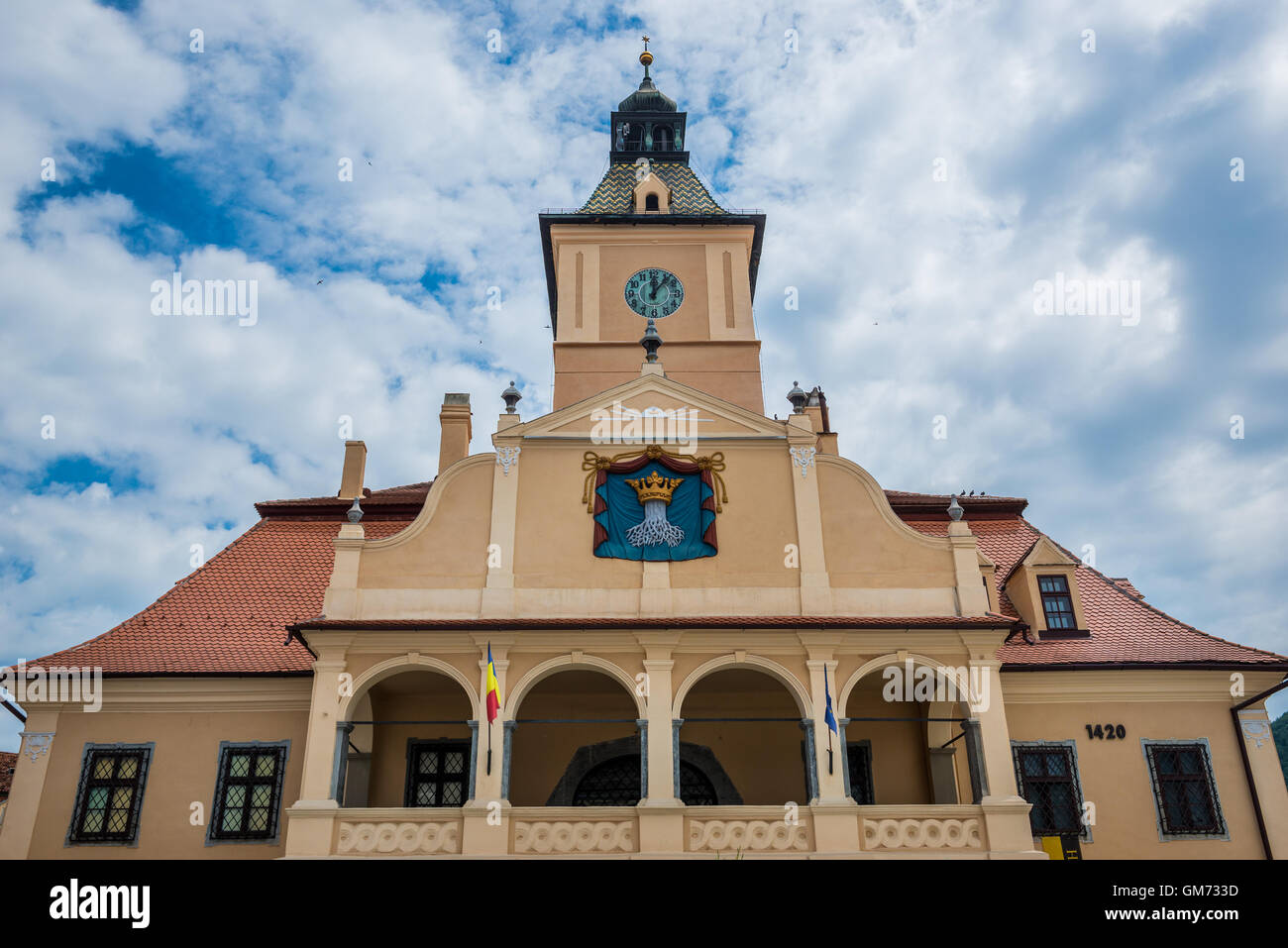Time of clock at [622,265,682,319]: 12:06
